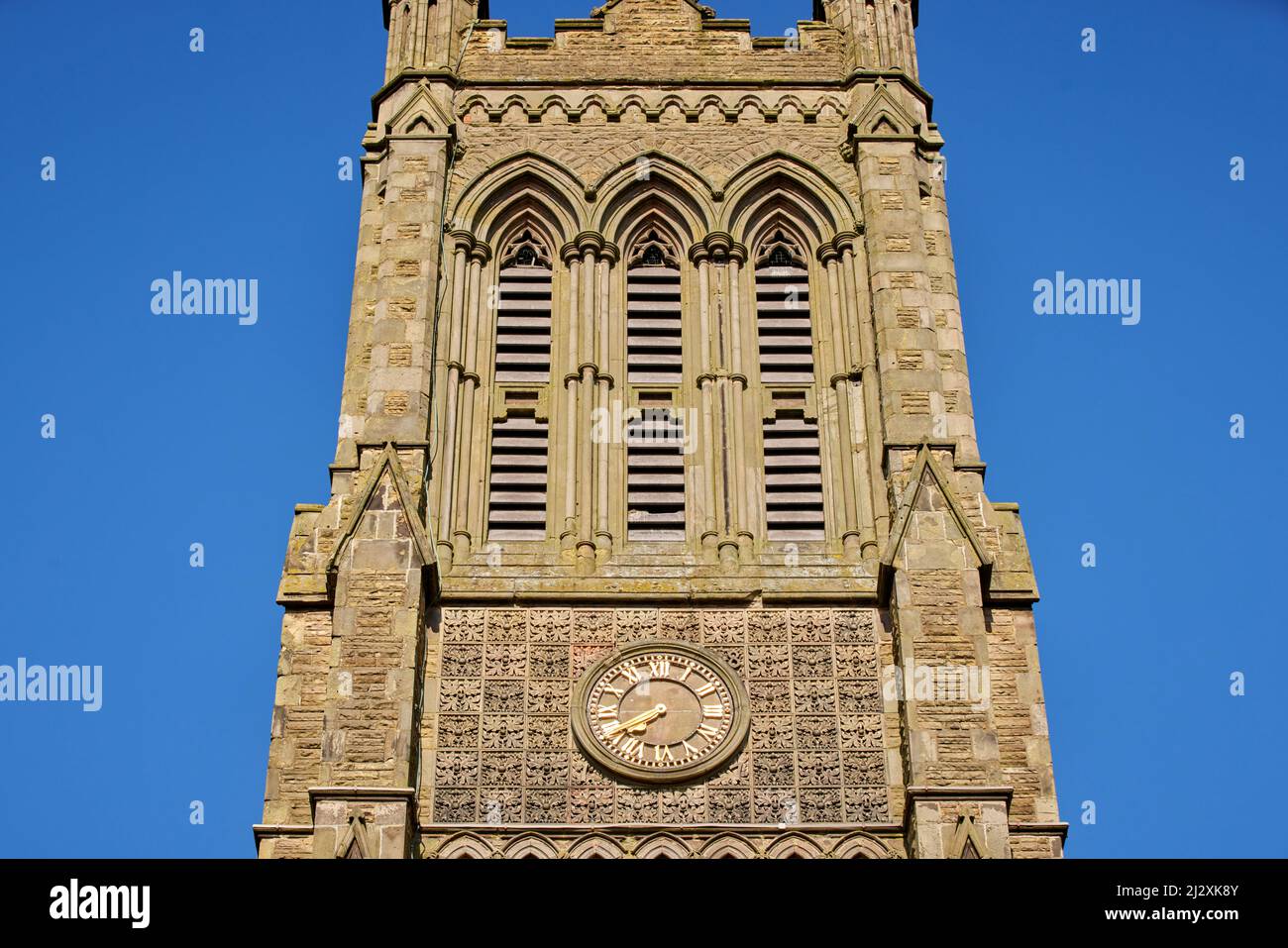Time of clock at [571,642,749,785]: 7:40
